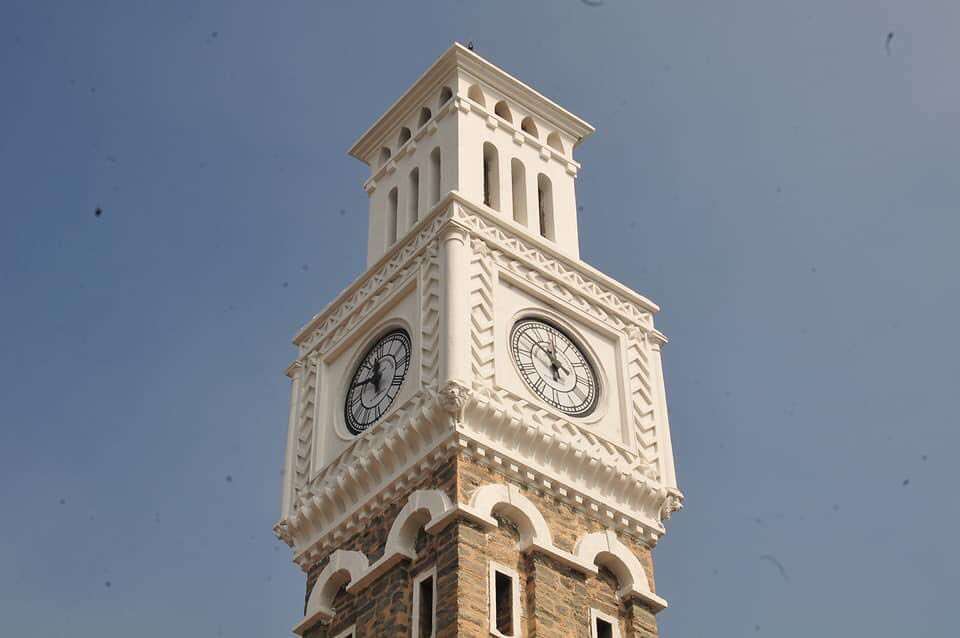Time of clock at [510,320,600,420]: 11:51
